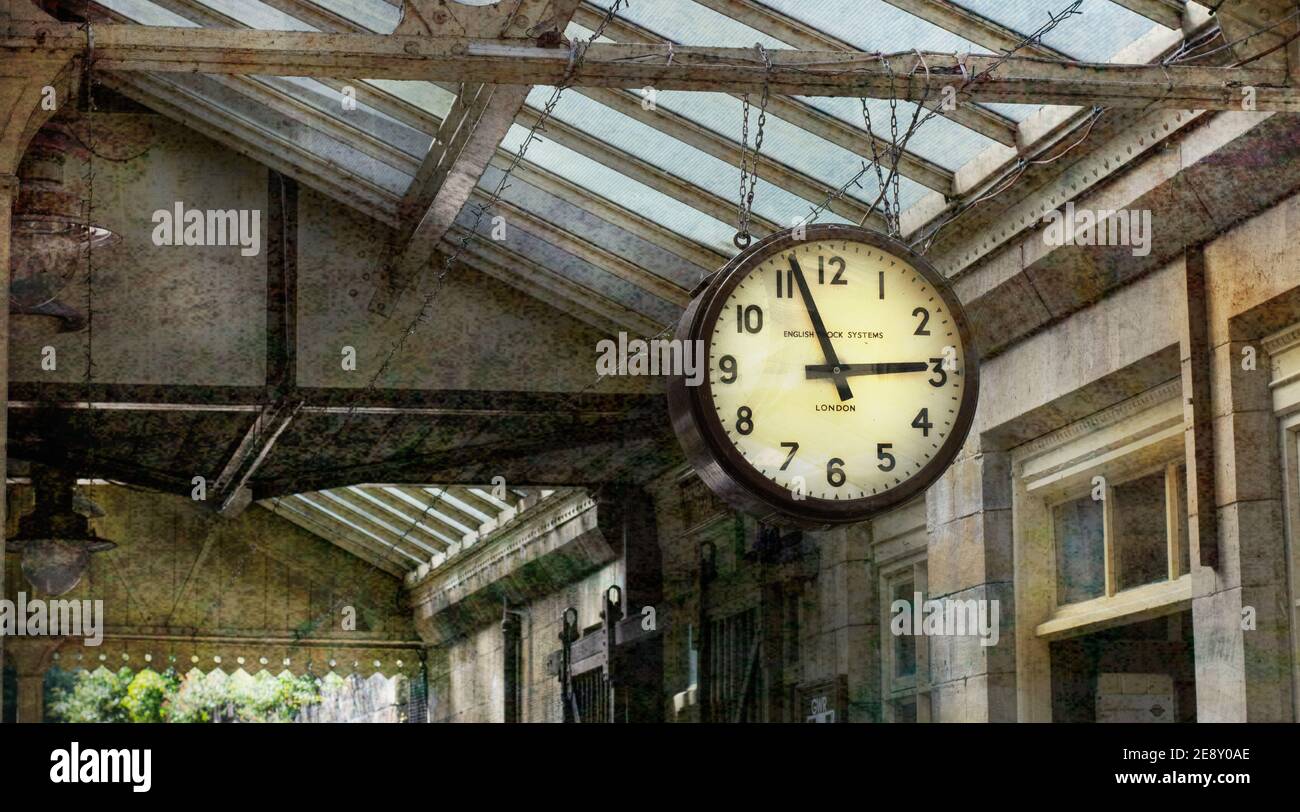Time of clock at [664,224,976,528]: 2:56
